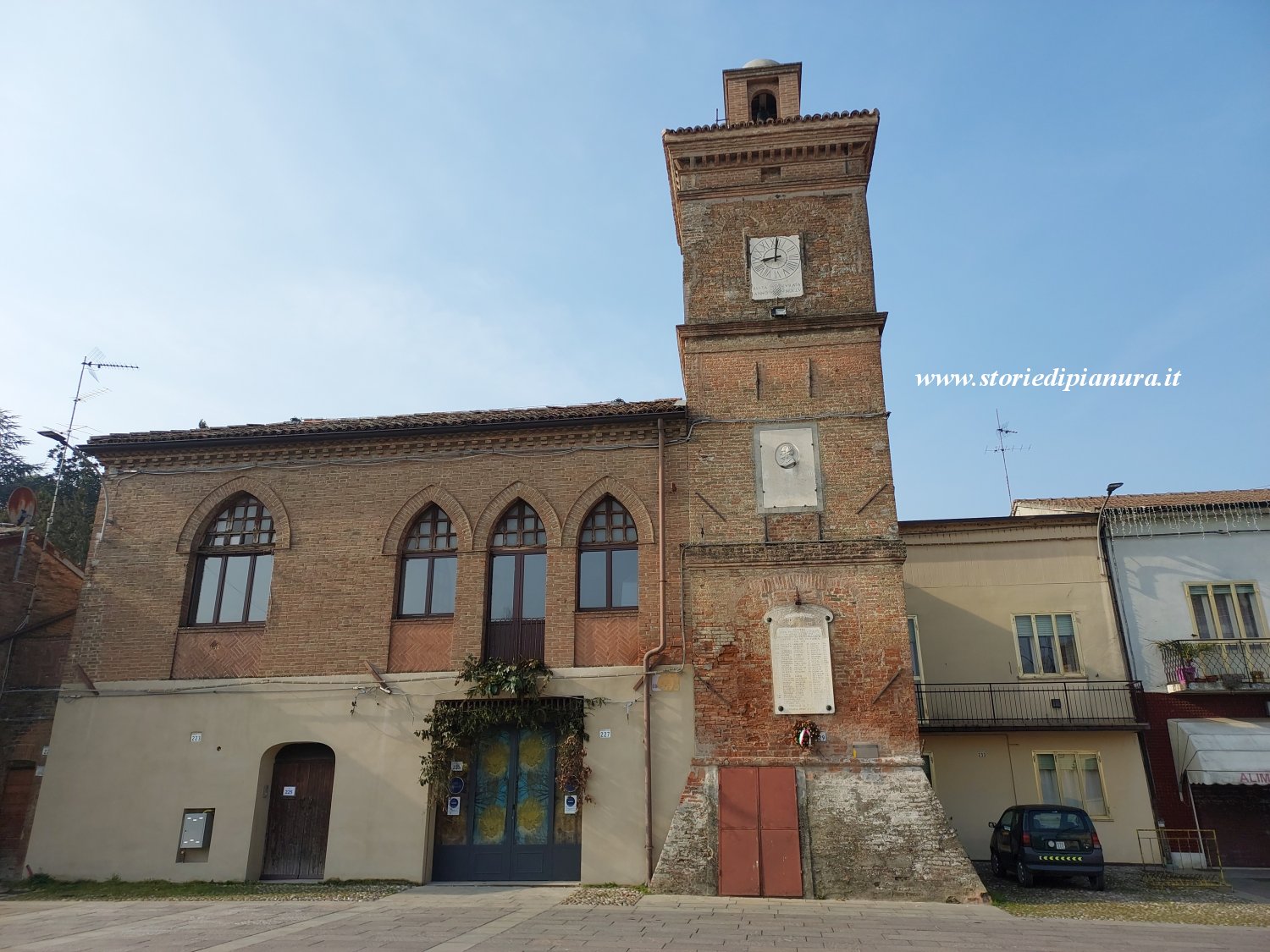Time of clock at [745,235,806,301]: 9:01
